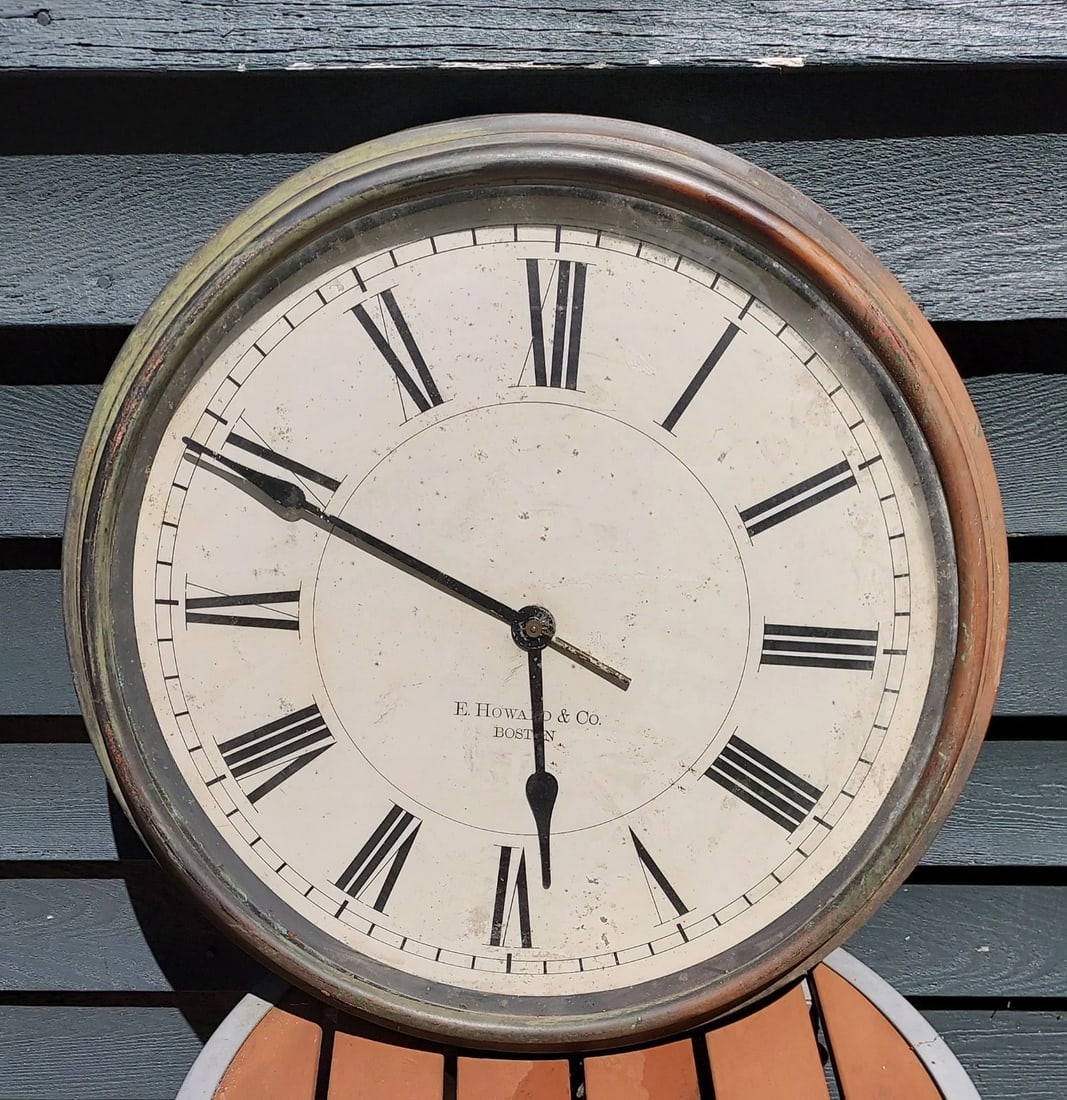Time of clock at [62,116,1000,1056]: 5:49
